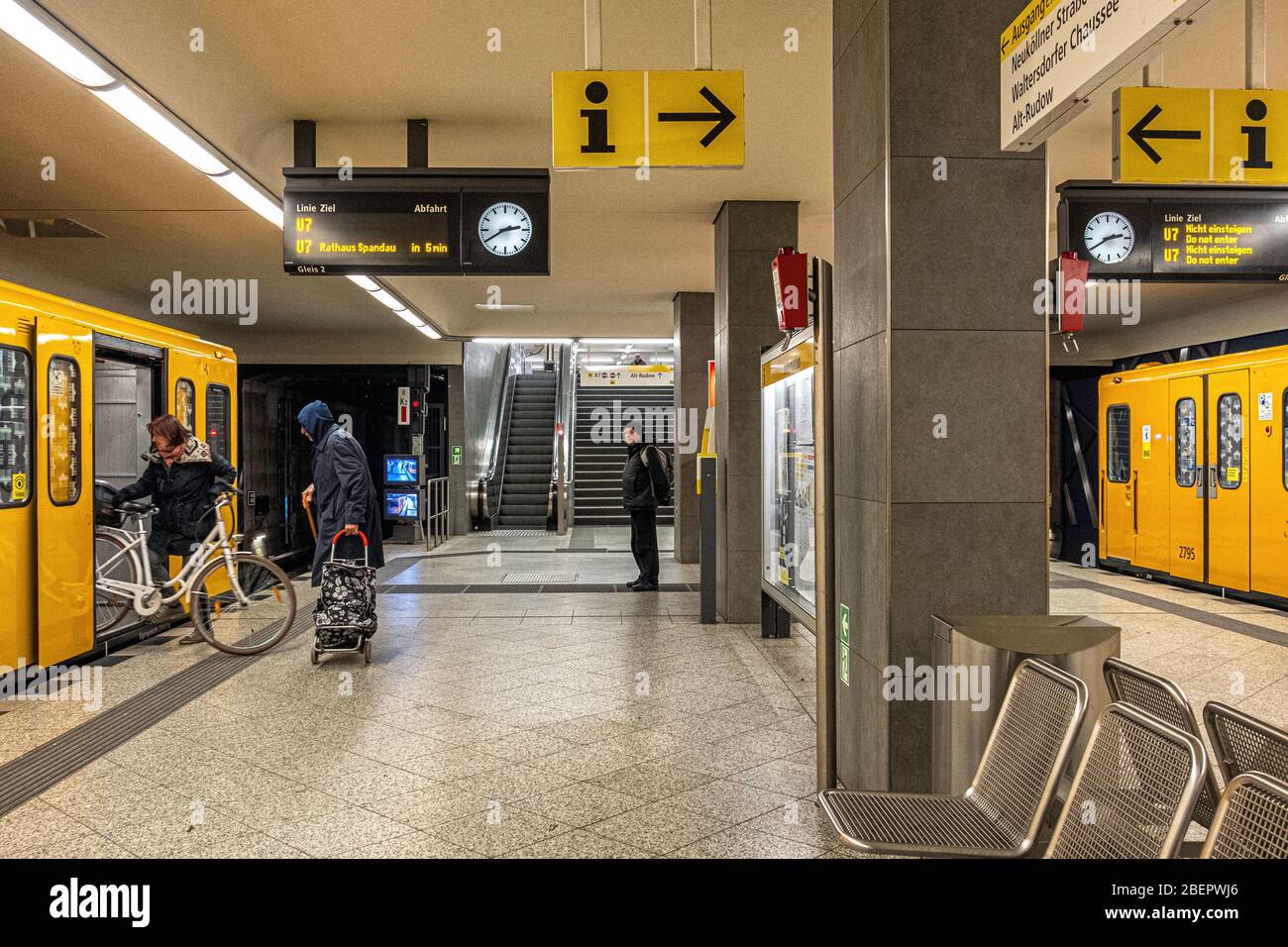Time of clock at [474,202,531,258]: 2:40
